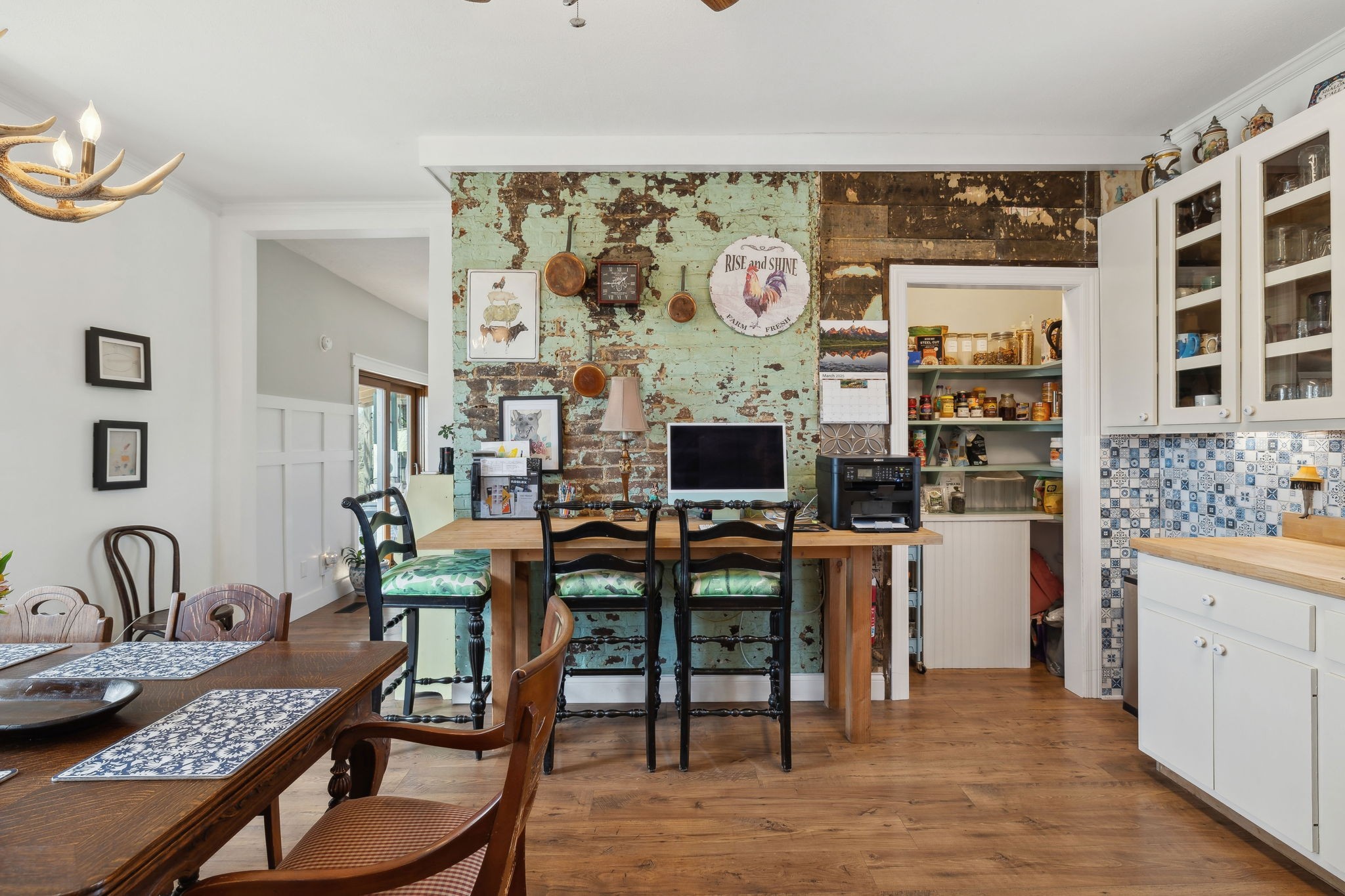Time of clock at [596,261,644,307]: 1:44
